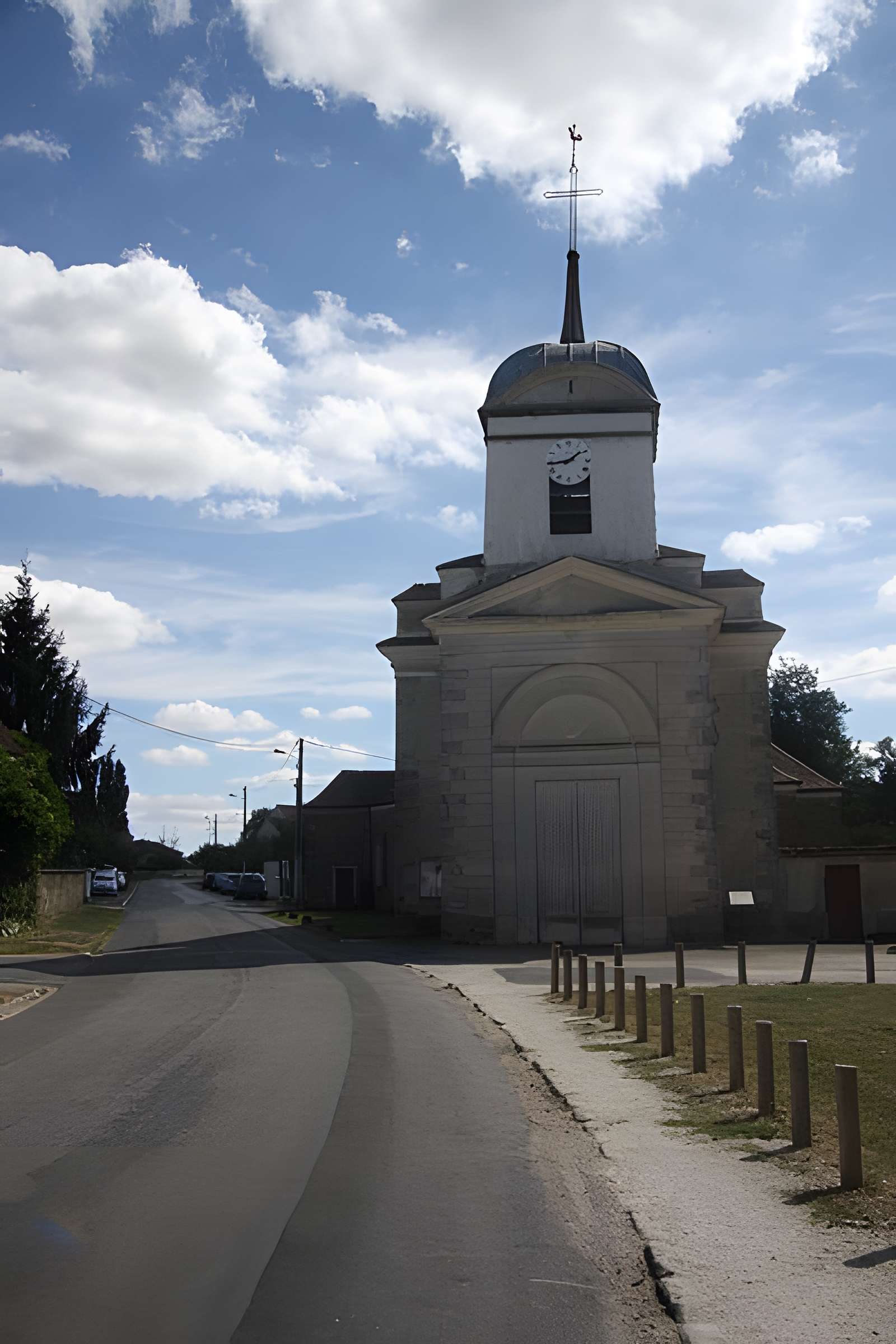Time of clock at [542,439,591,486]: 1:43
